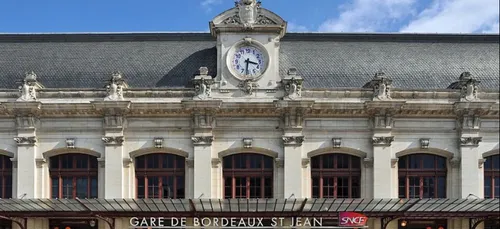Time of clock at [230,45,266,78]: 3:31
